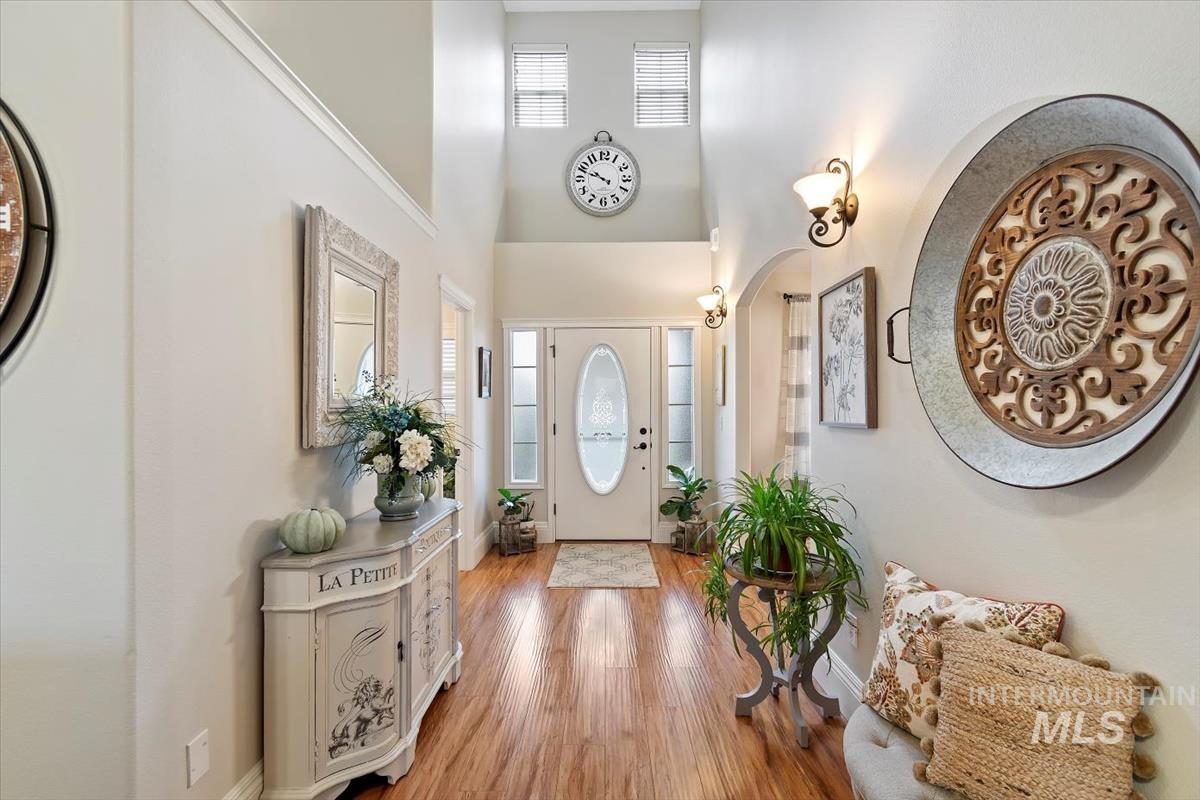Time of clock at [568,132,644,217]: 9:48
